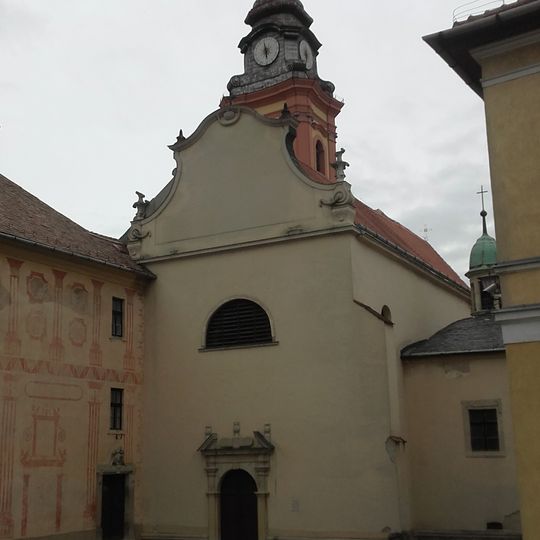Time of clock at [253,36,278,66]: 5:57
